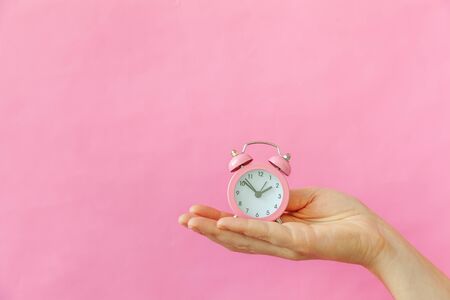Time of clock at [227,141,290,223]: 1:51
